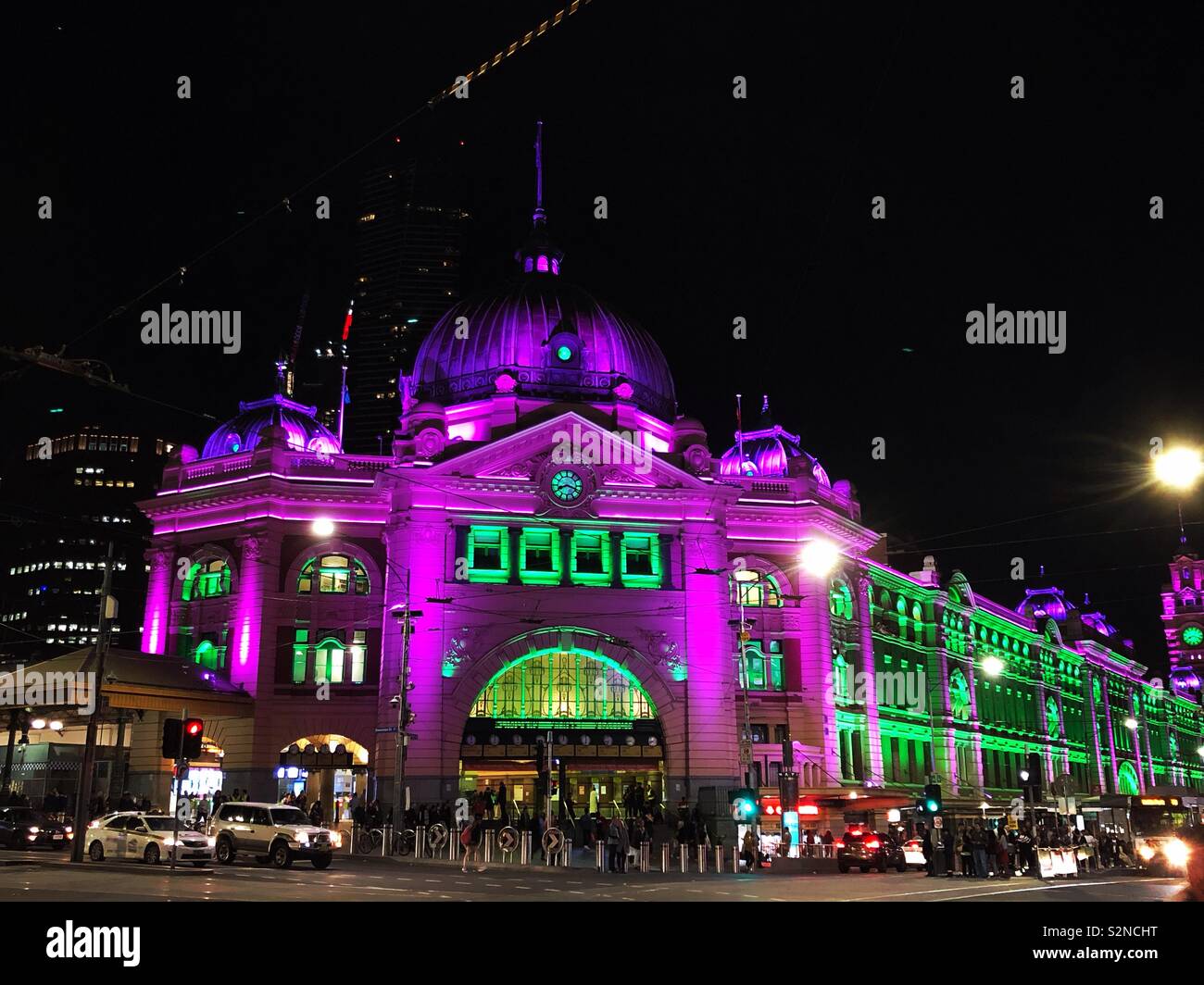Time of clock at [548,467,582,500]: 8:18
